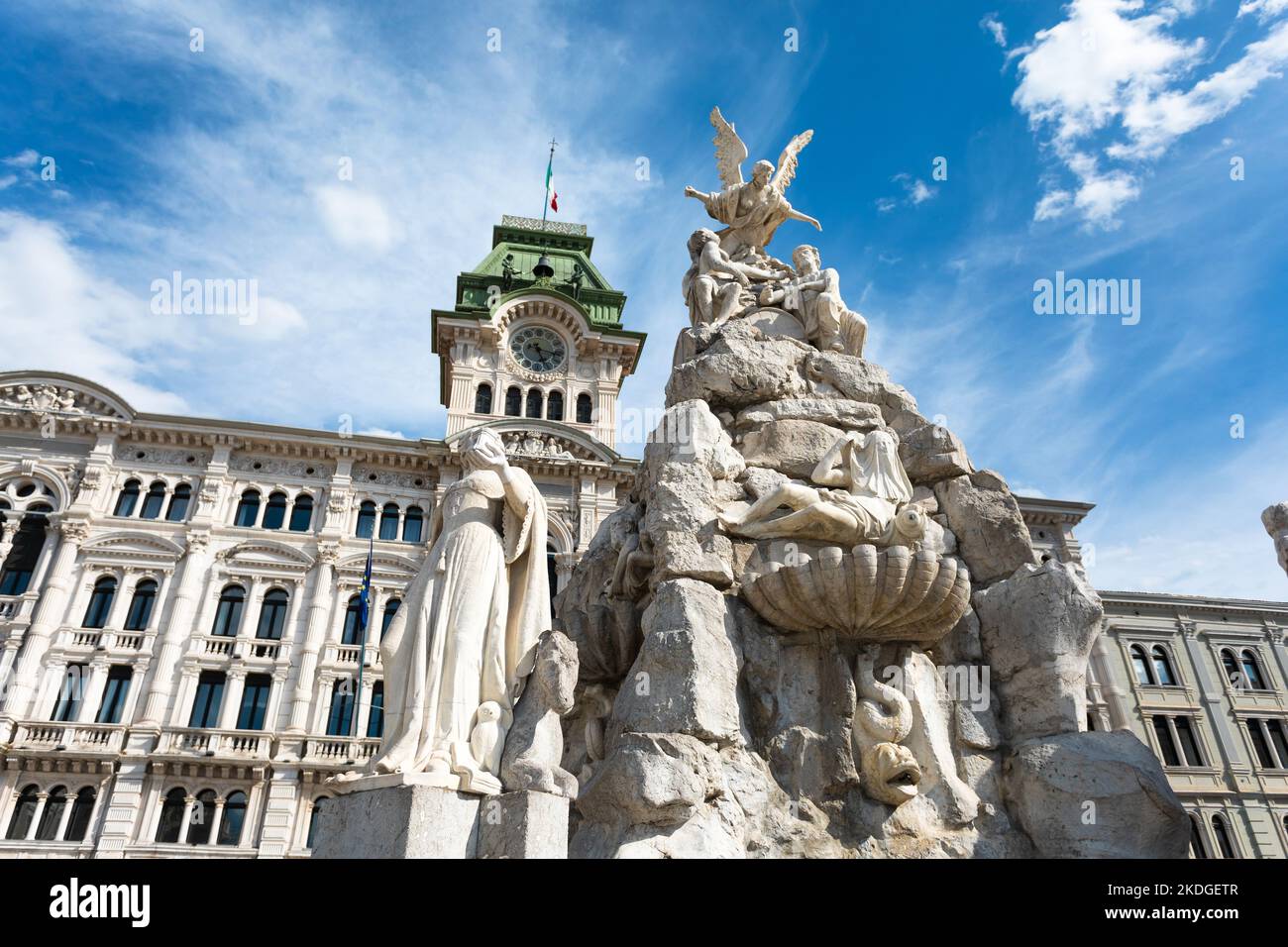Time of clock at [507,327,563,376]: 5:17
